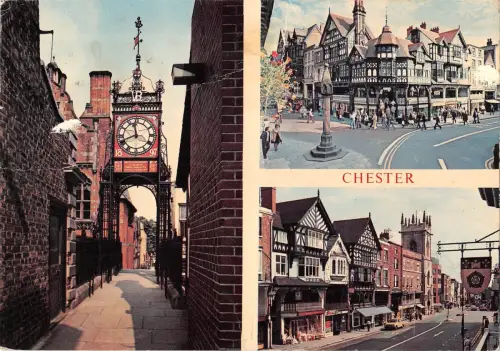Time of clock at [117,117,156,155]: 11:41
